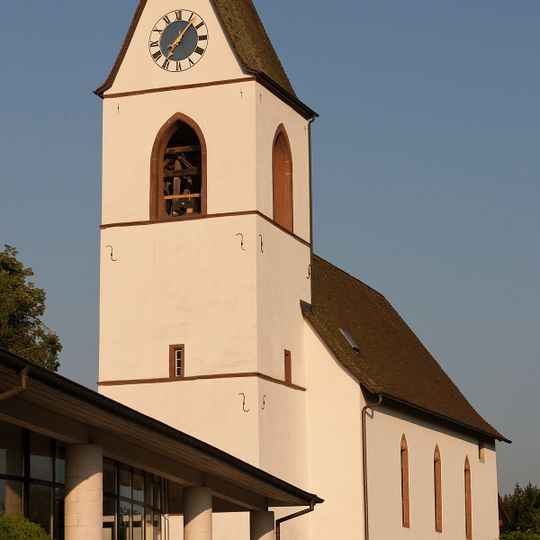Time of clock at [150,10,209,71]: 7:07
